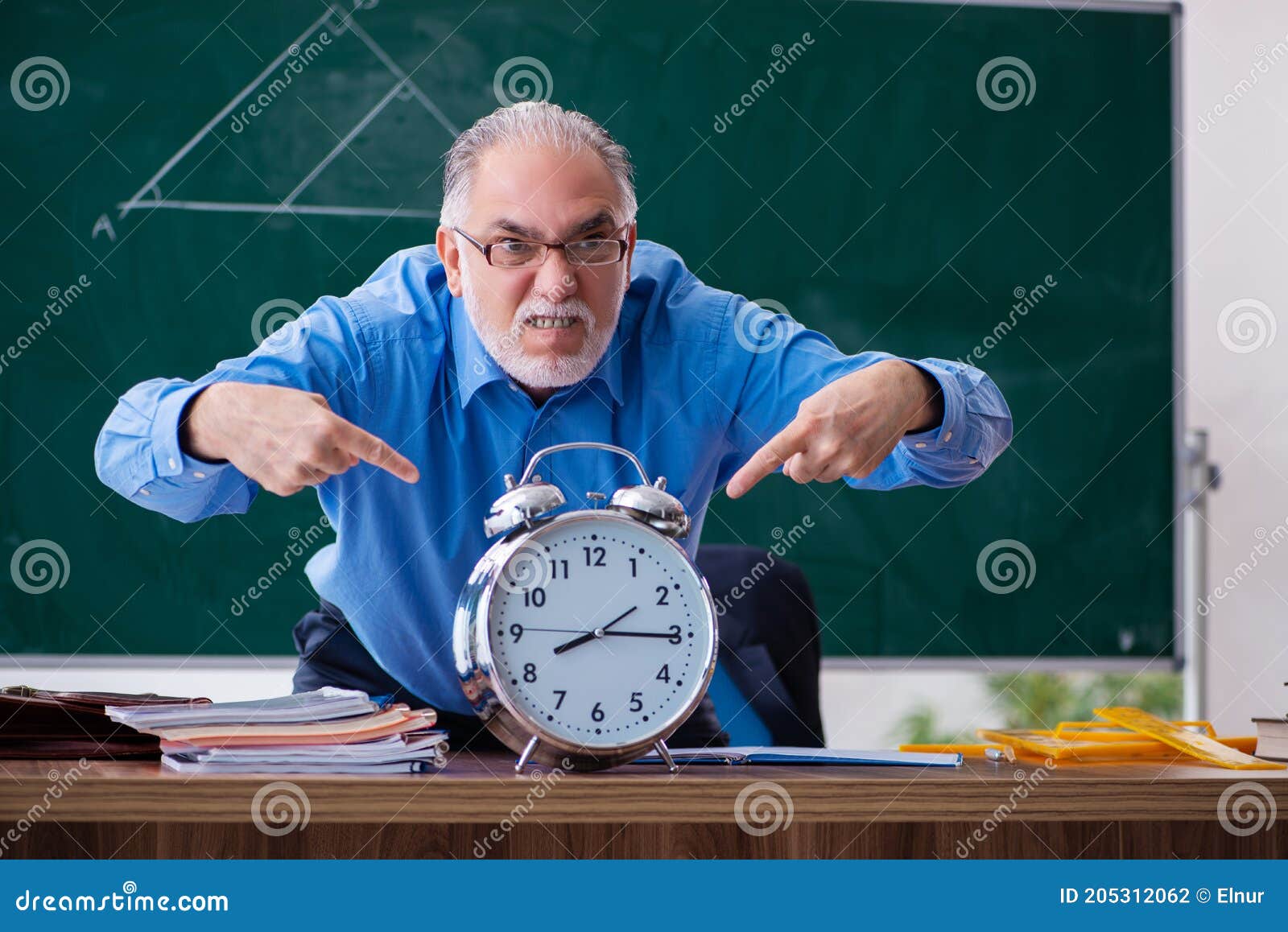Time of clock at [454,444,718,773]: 8:15
